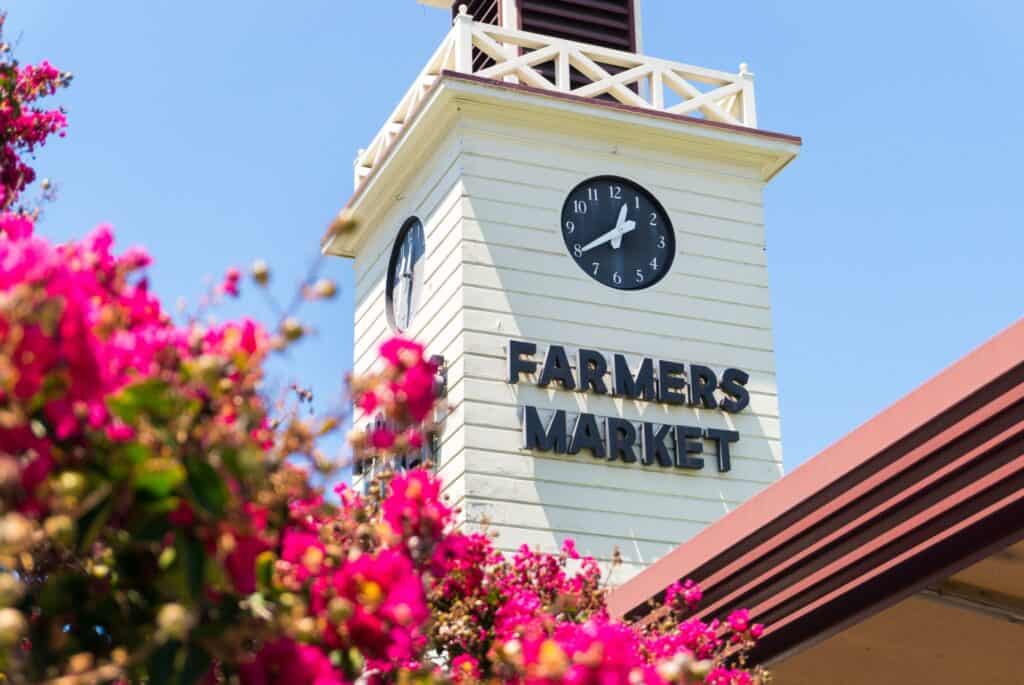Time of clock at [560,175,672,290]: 12:39
